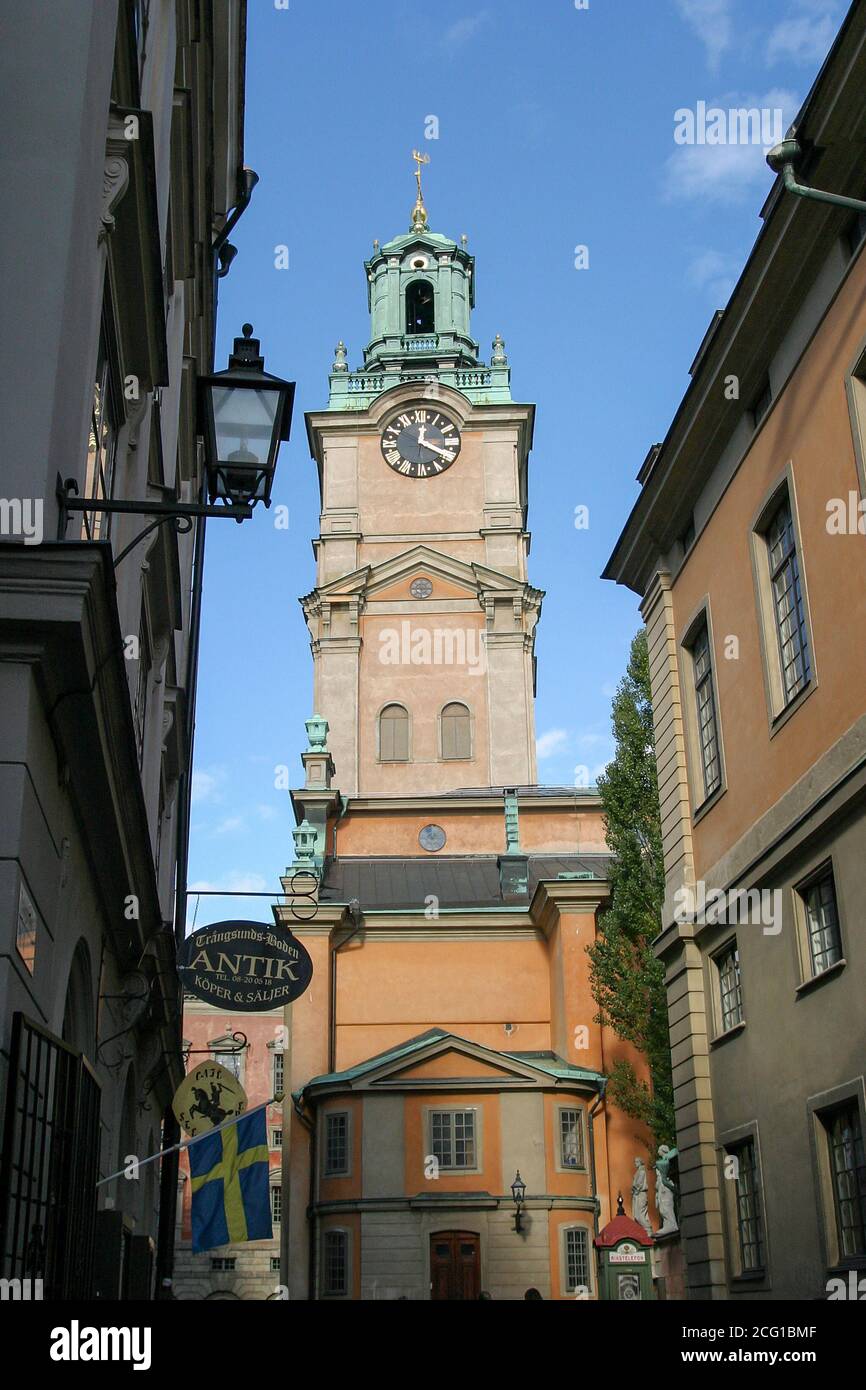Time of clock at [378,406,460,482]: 12:19
